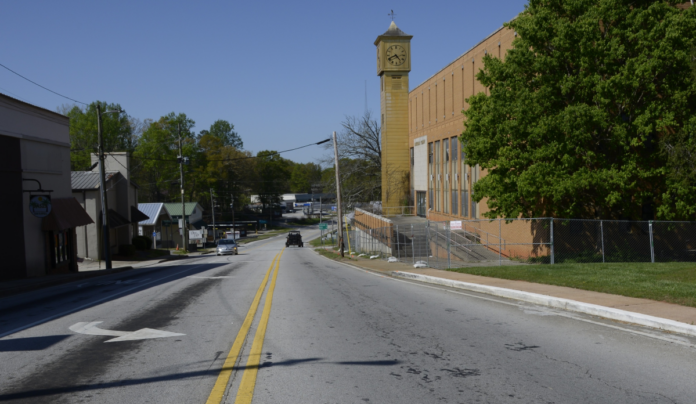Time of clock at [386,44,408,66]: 4:41
